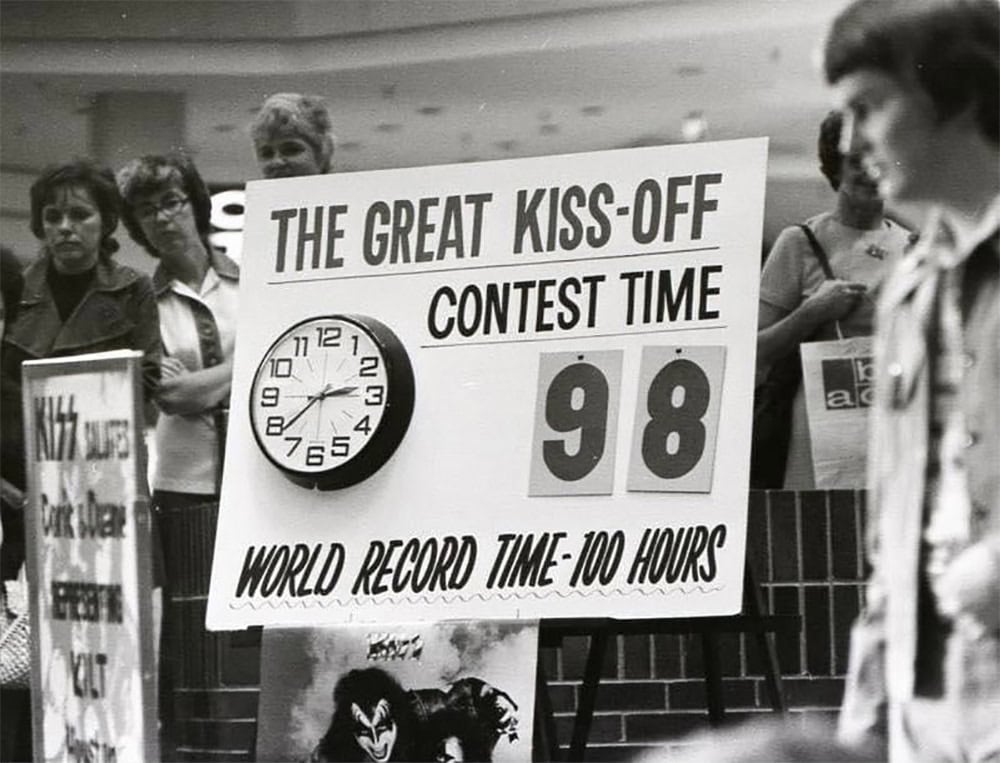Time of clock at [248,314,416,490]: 2:38
